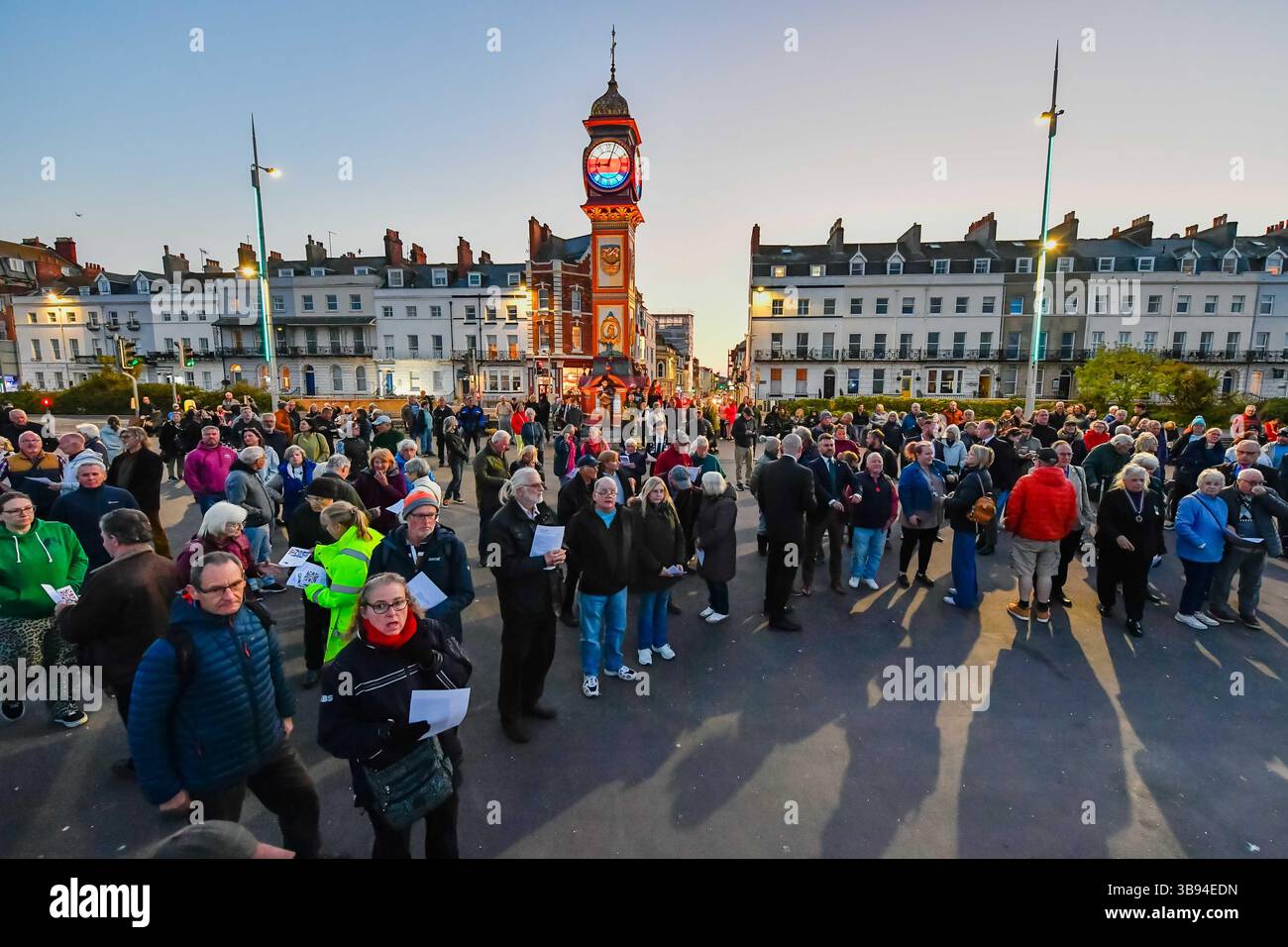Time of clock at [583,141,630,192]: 9:03
